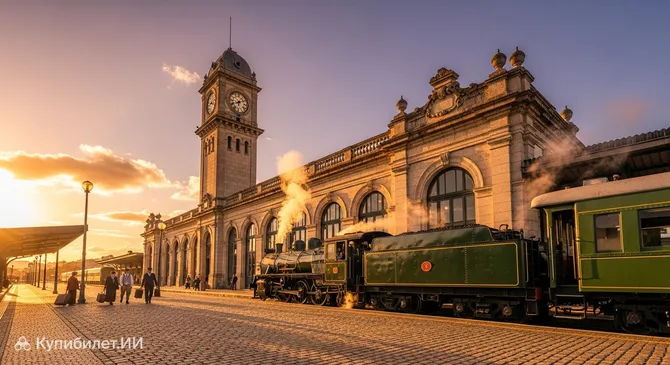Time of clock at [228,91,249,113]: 6:40
